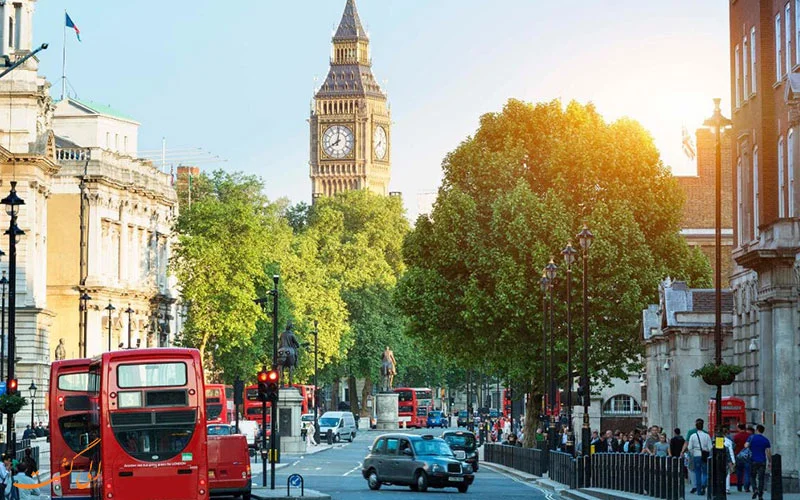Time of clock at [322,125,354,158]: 8:01
